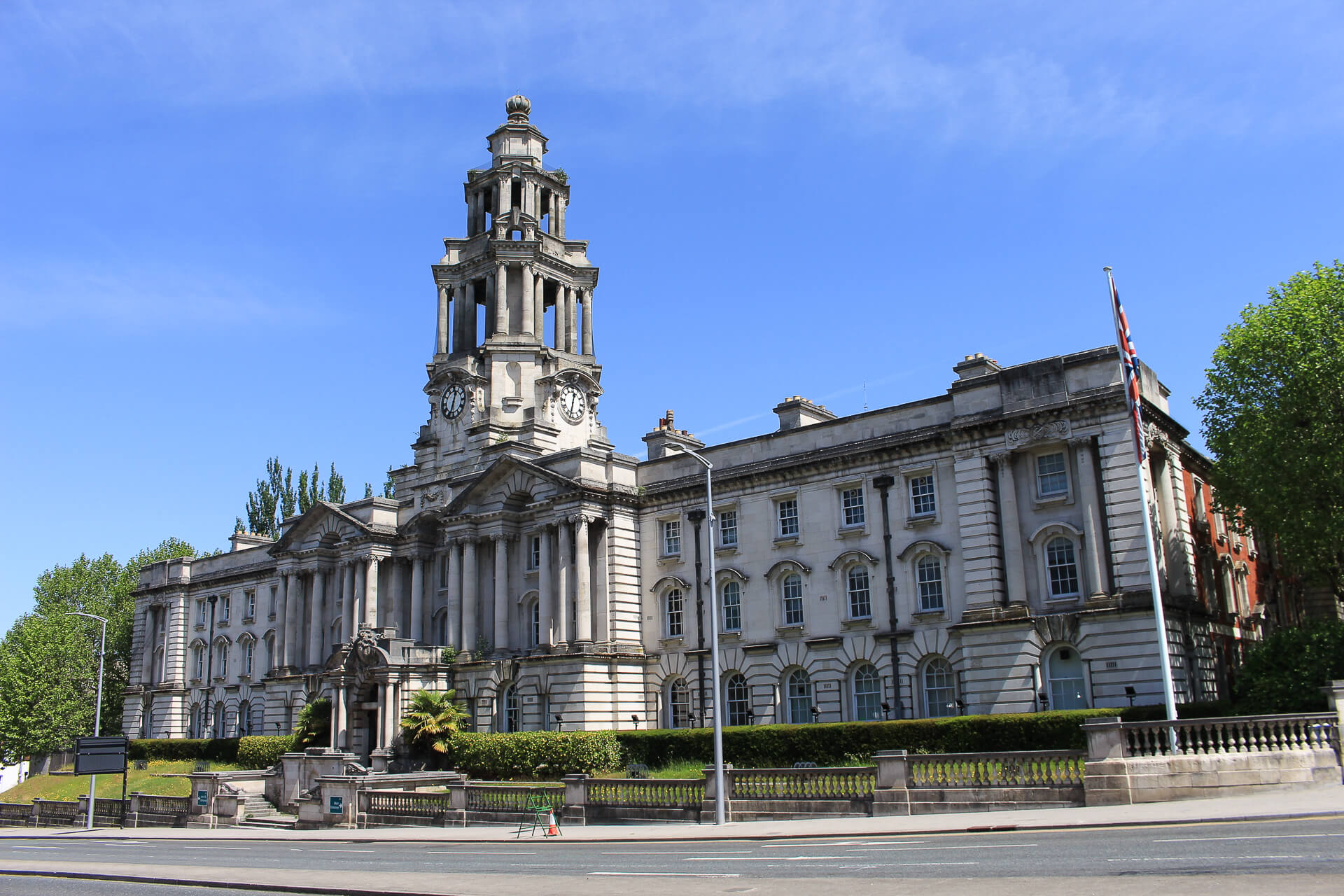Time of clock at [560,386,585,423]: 12:32
